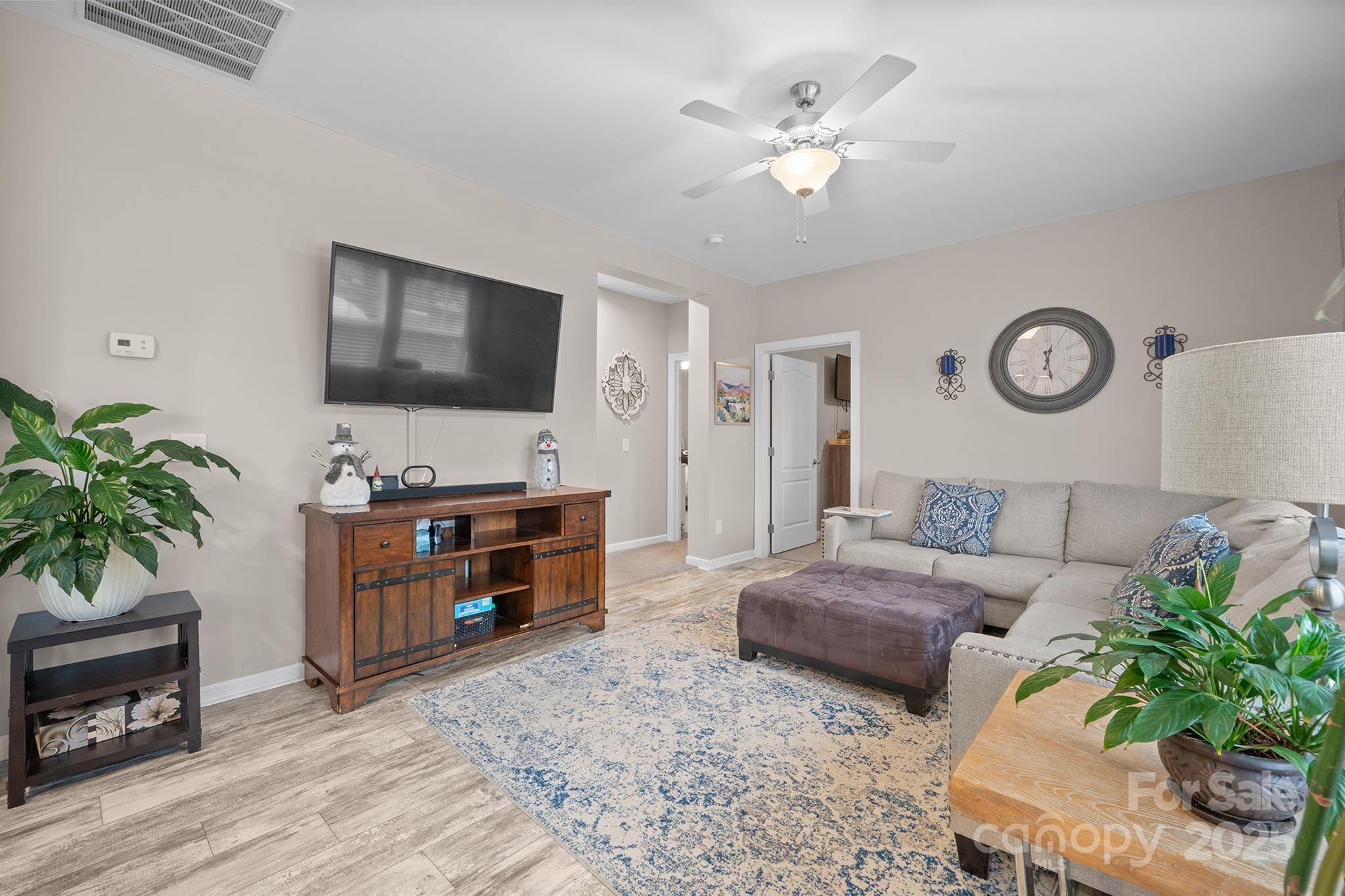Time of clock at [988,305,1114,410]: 12:28
